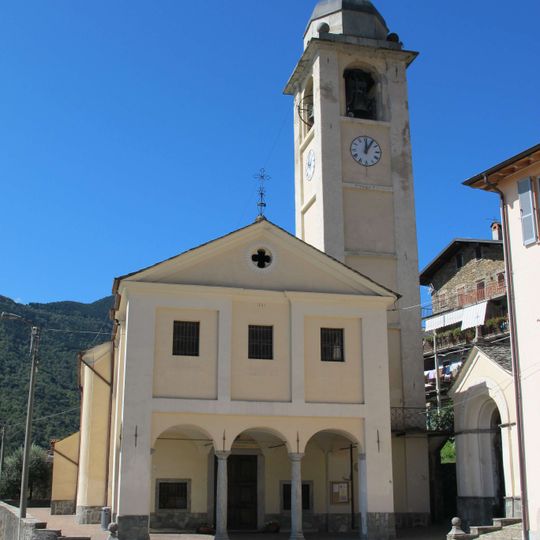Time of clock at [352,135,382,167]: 12:05
